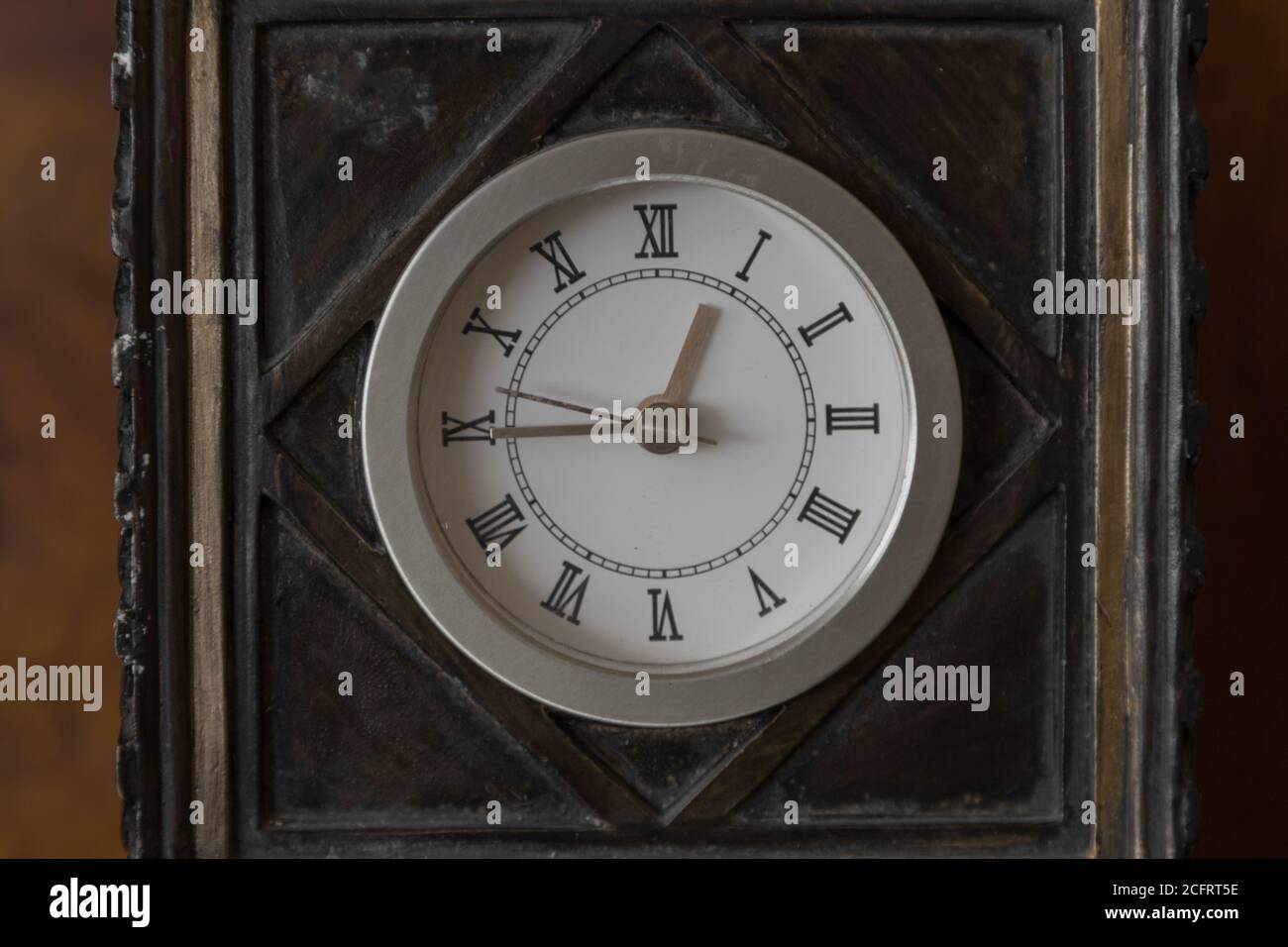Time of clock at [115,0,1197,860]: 12:45
